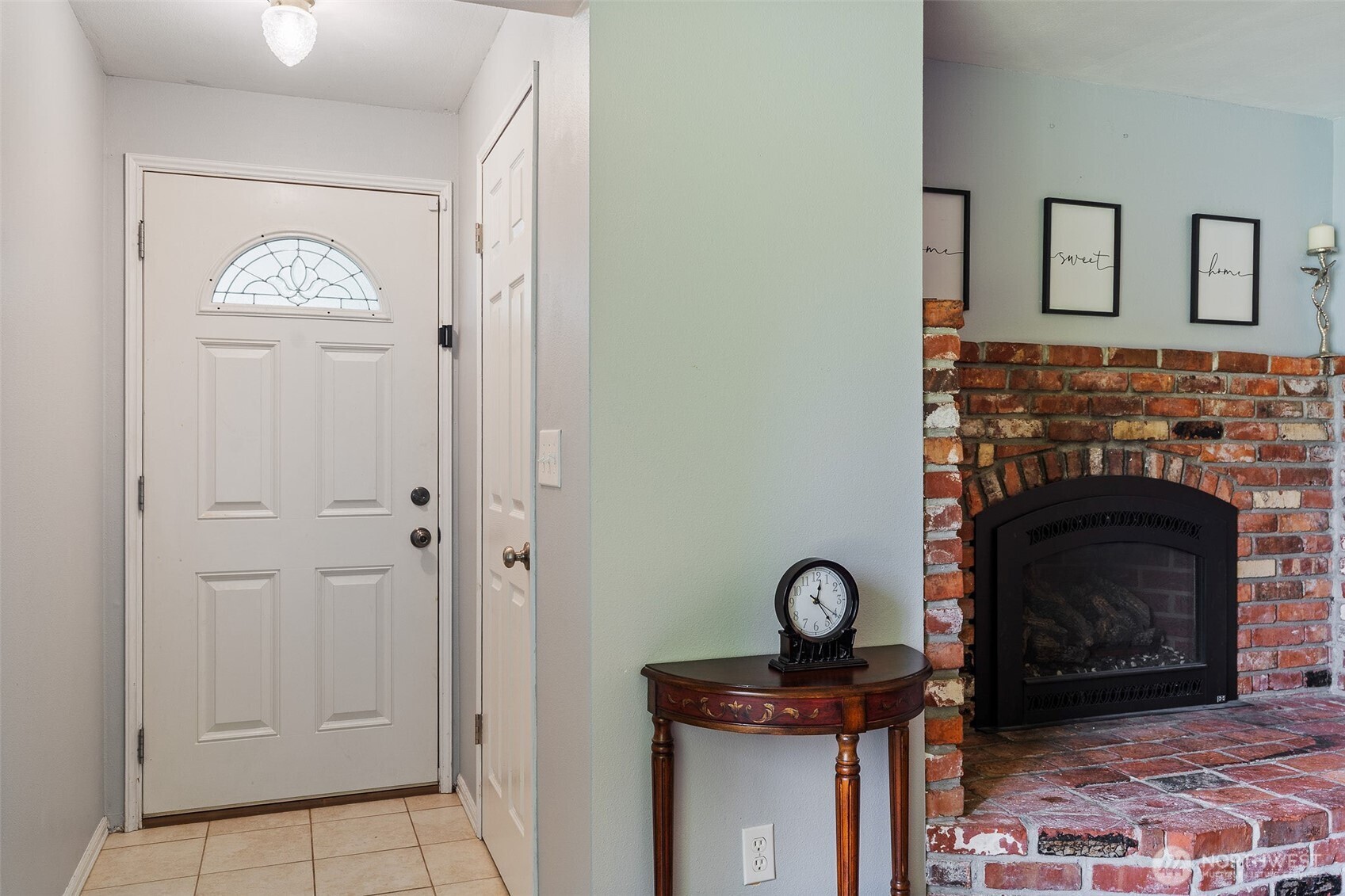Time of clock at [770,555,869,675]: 12:23
